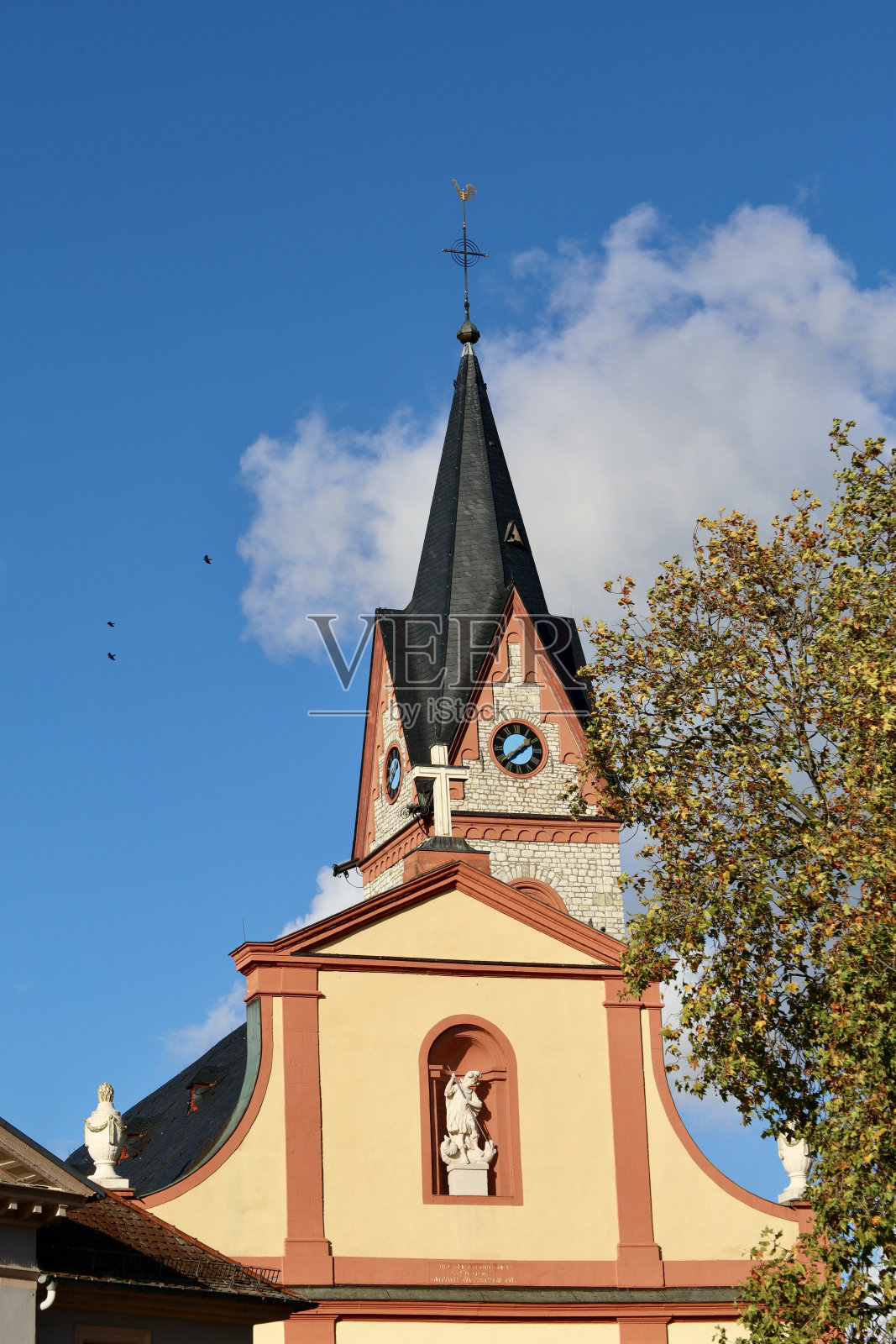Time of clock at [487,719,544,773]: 1:39
